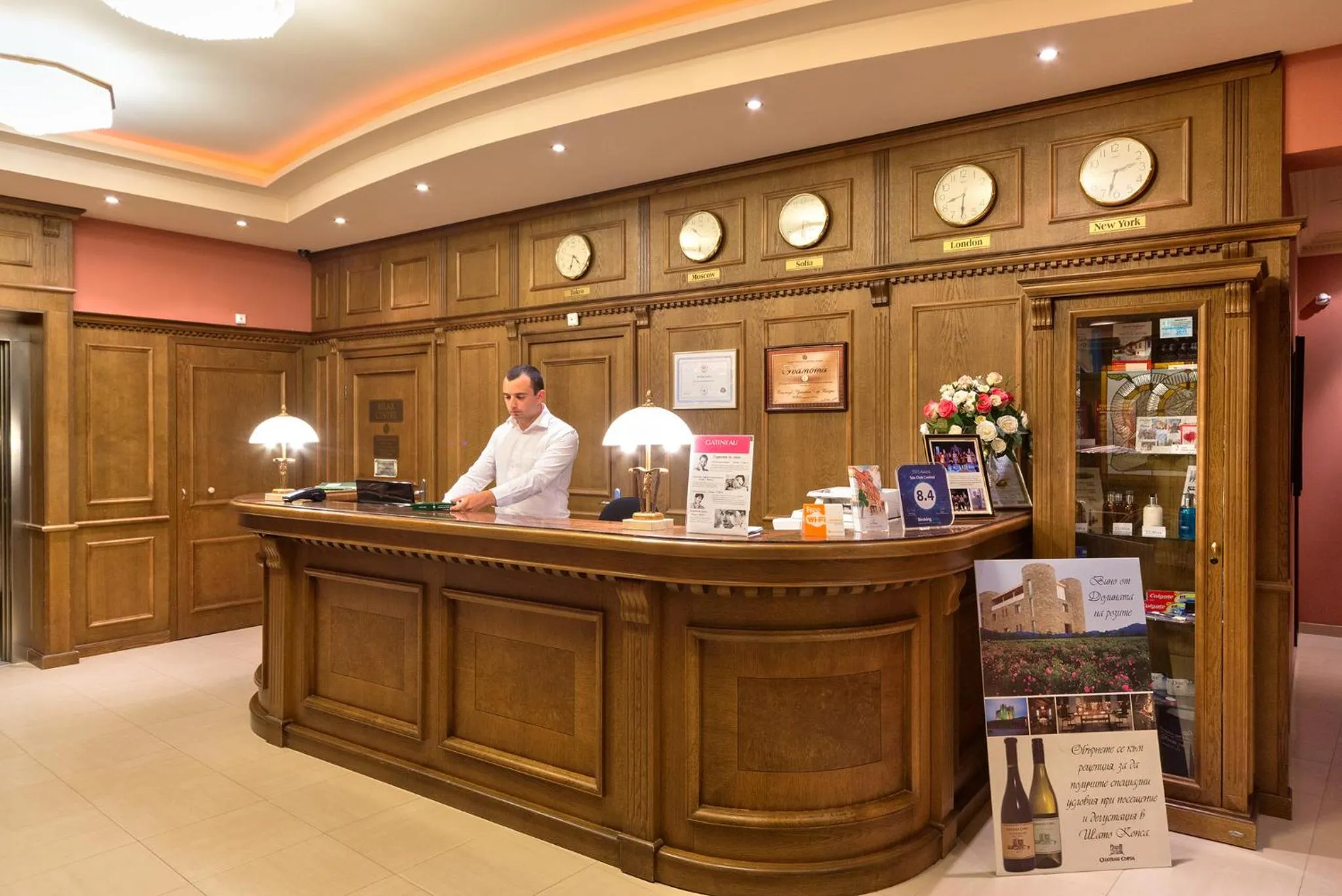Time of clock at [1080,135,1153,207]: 2:32
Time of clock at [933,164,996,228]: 8:30
